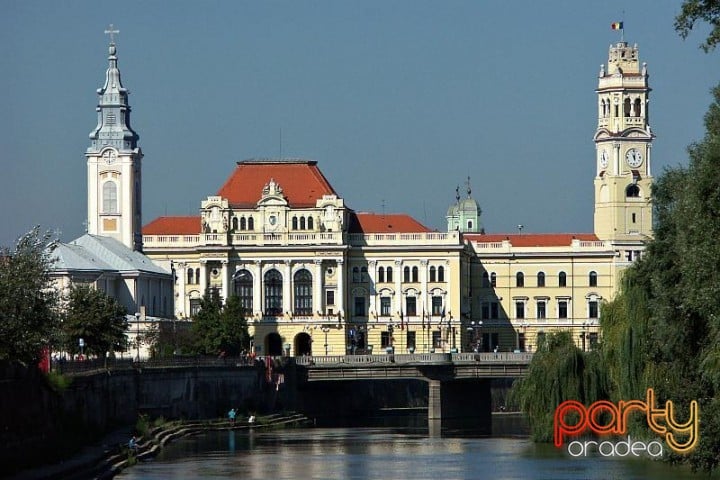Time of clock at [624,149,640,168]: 5:59
